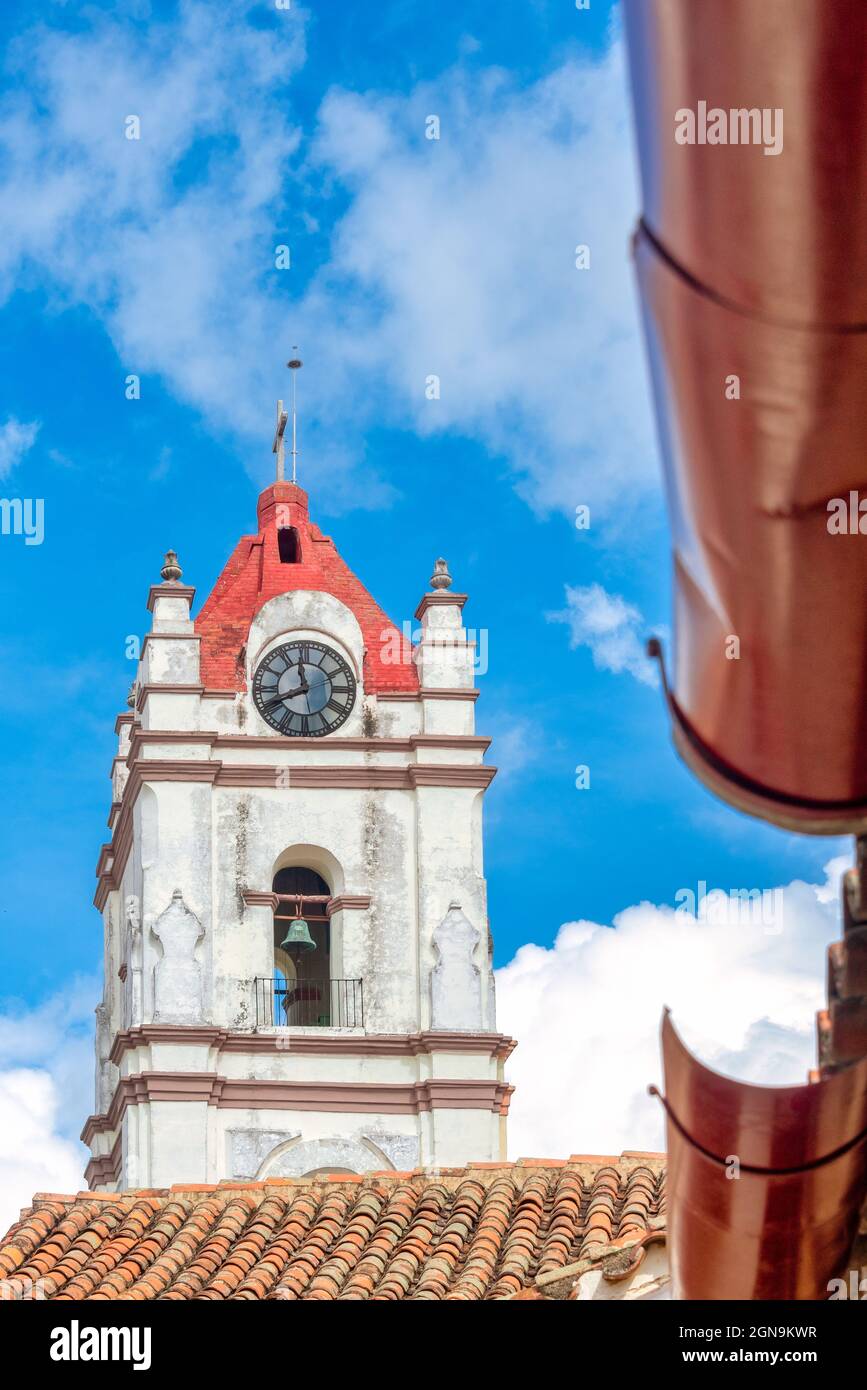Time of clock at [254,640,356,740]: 11:40
